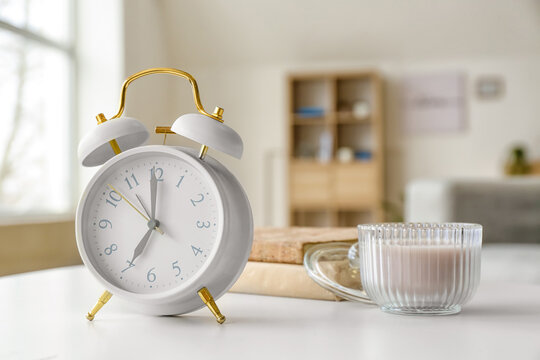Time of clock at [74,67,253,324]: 6:59
